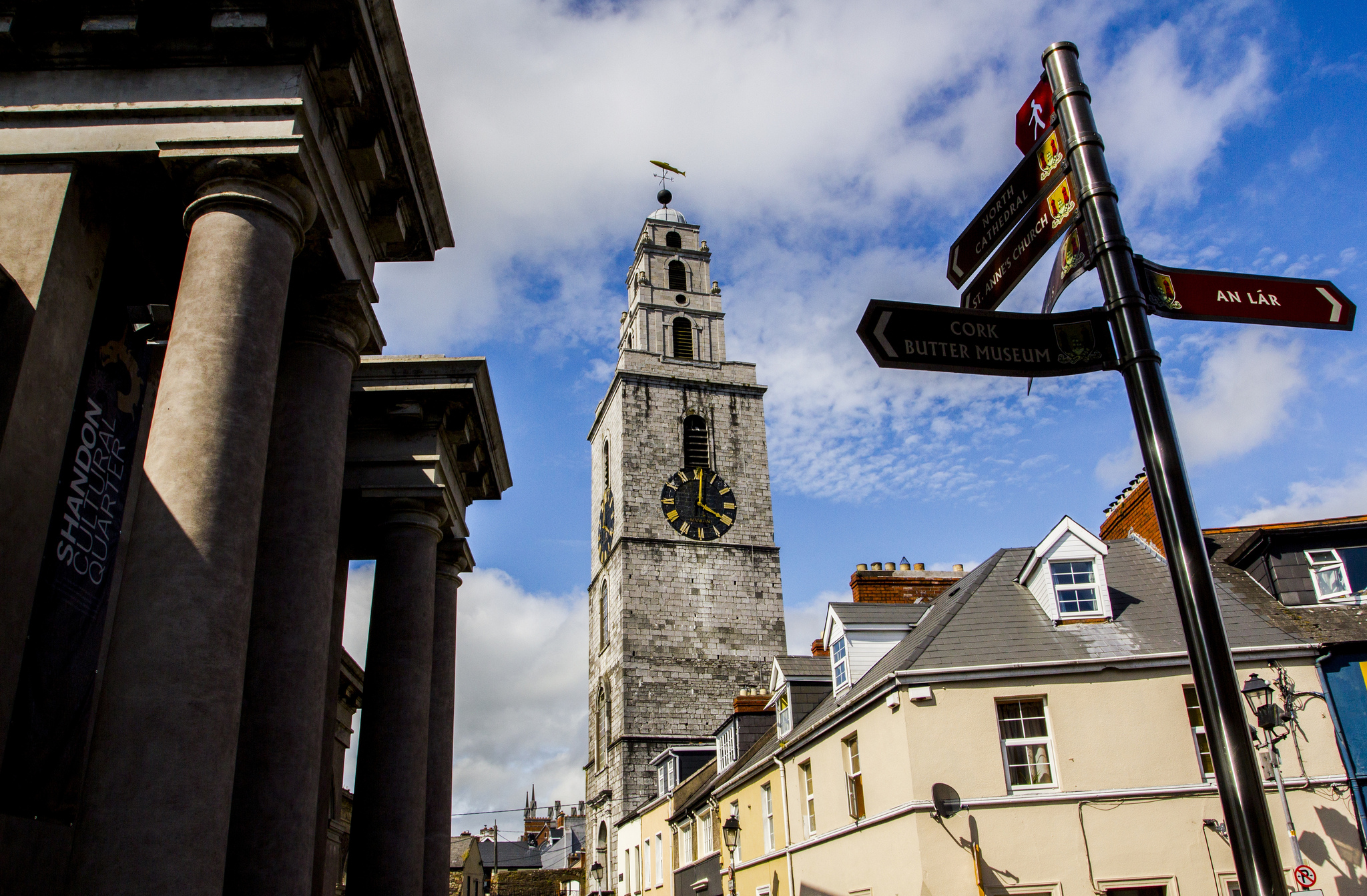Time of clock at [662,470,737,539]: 4:01
